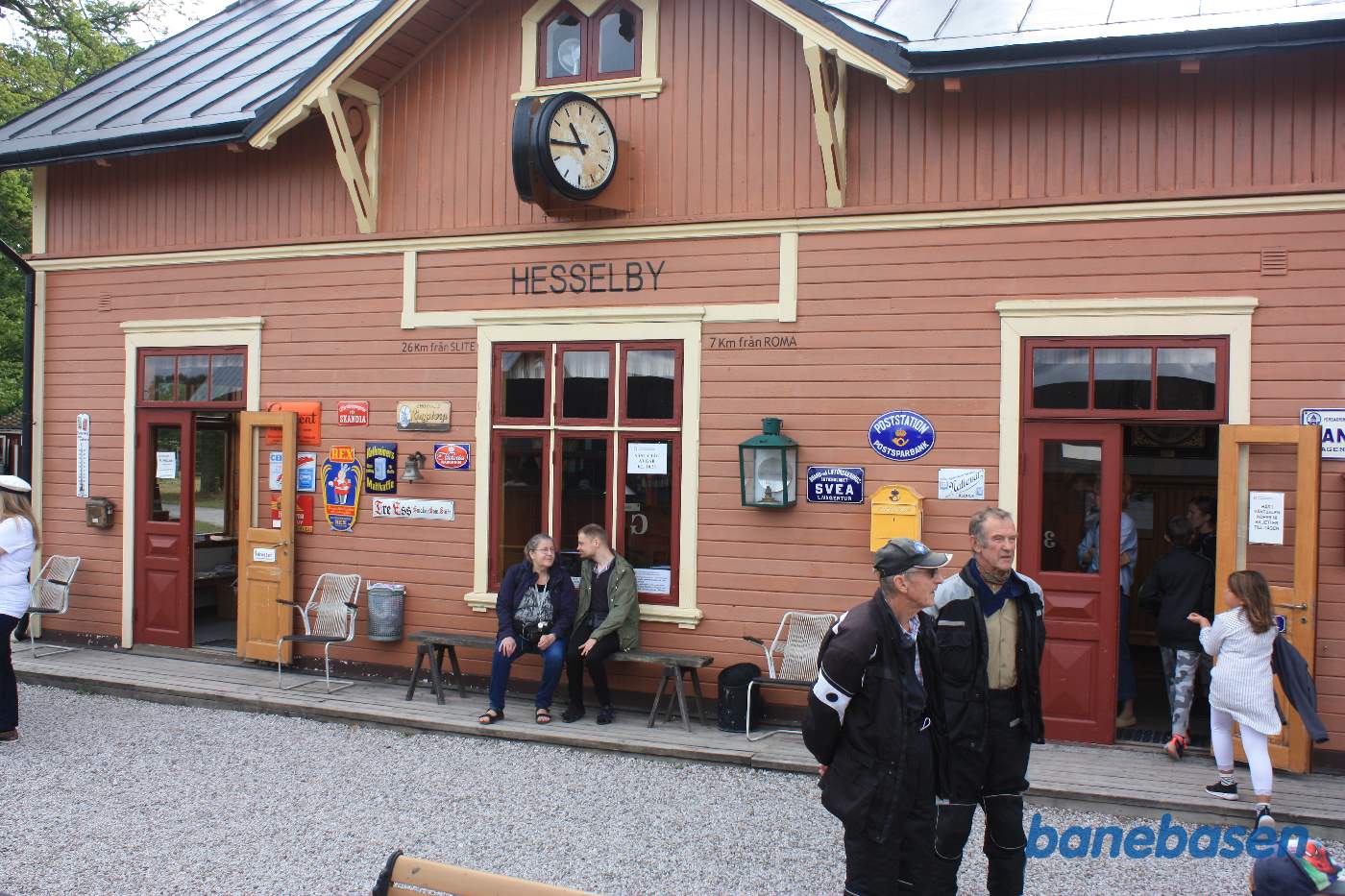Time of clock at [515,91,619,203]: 10:44
